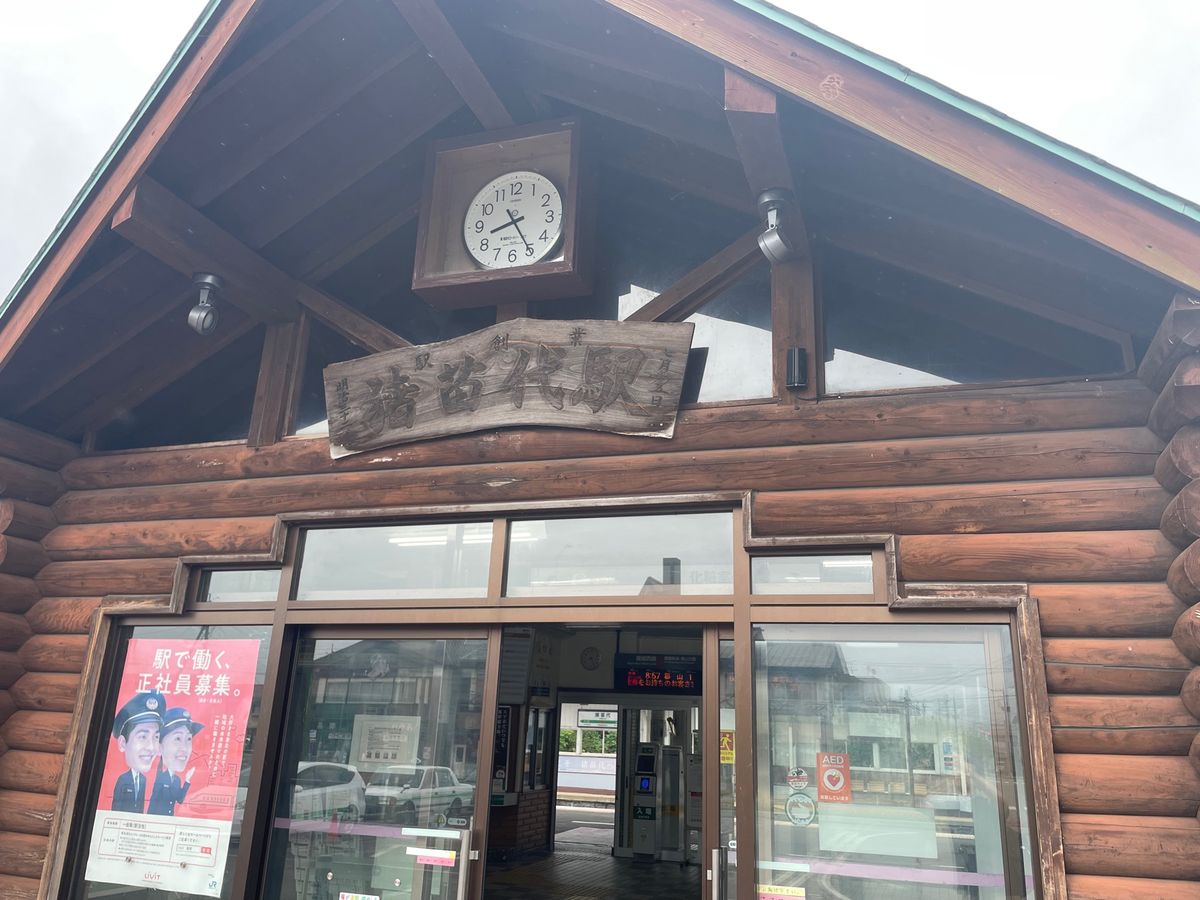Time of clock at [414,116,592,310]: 8:25
